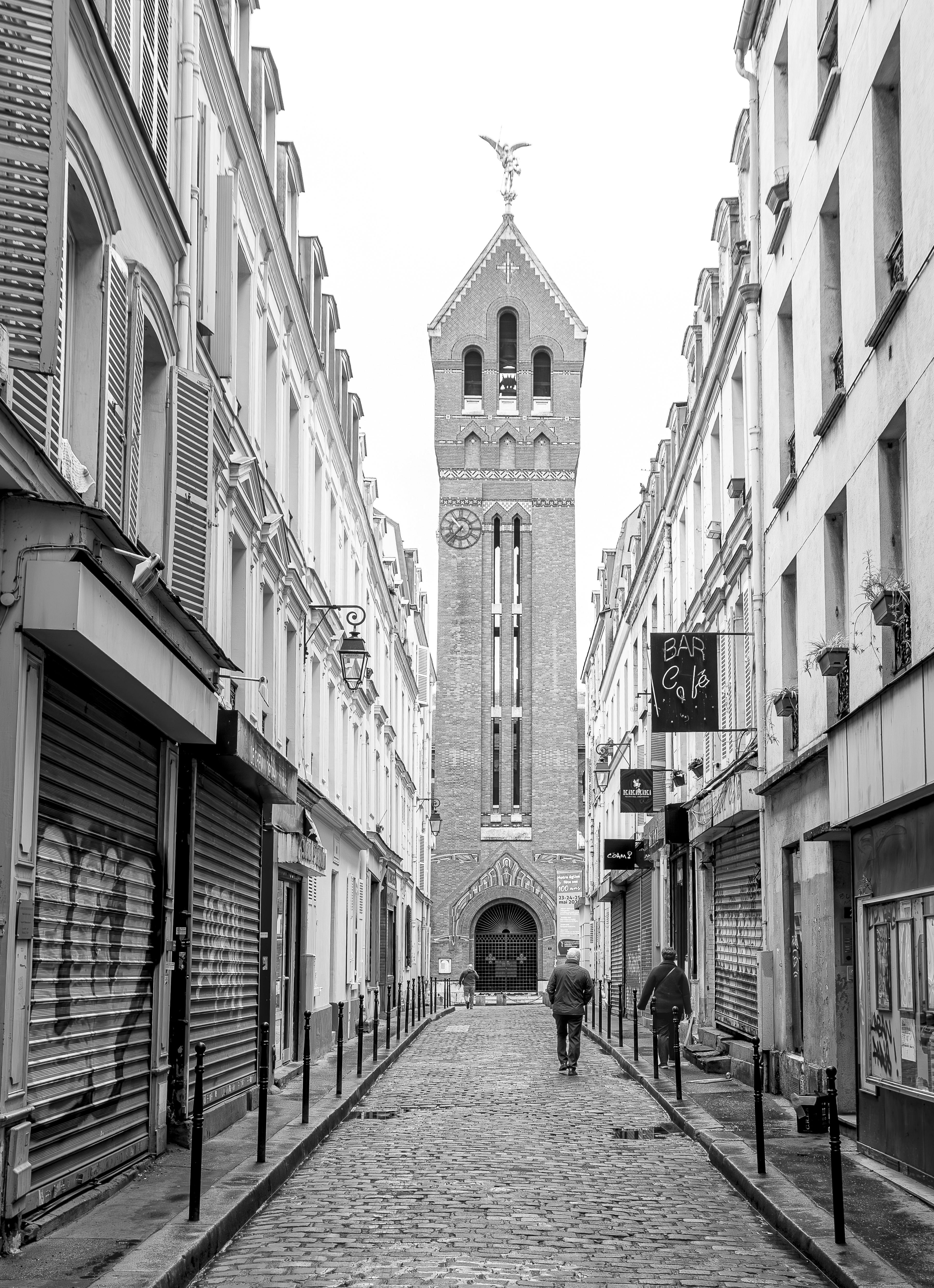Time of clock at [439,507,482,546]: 10:36
